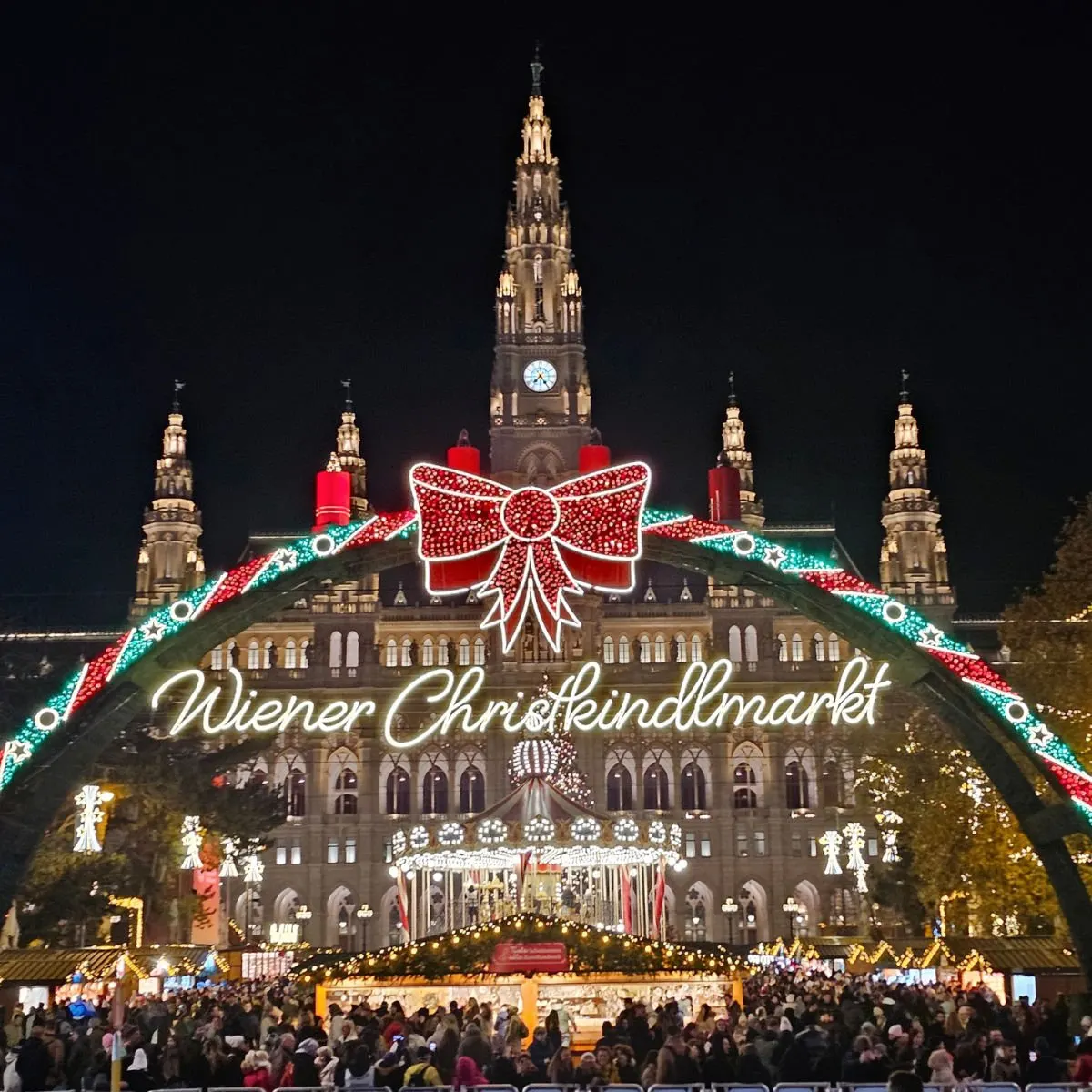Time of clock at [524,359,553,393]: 7:24
